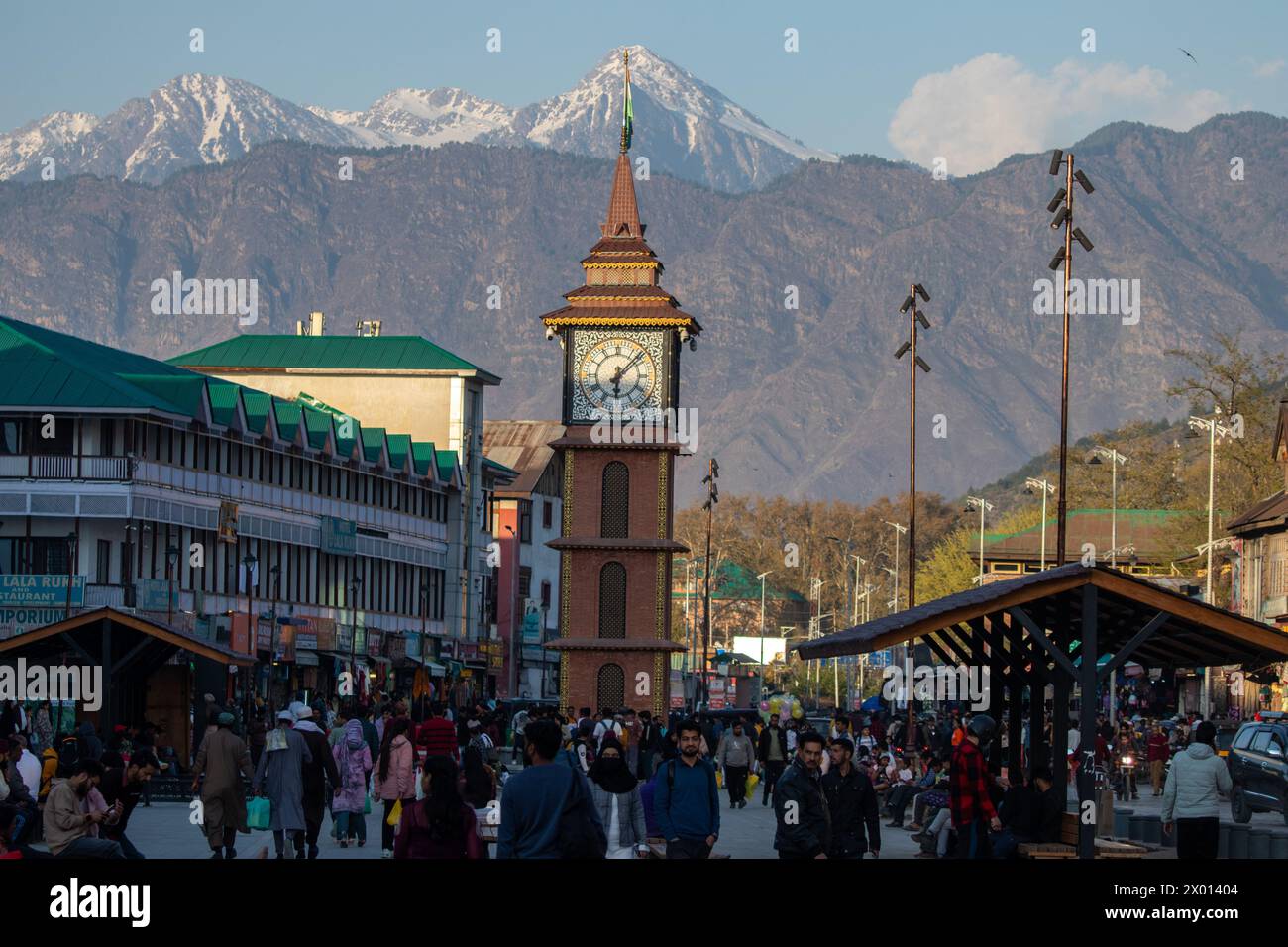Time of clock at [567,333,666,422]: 6:07
